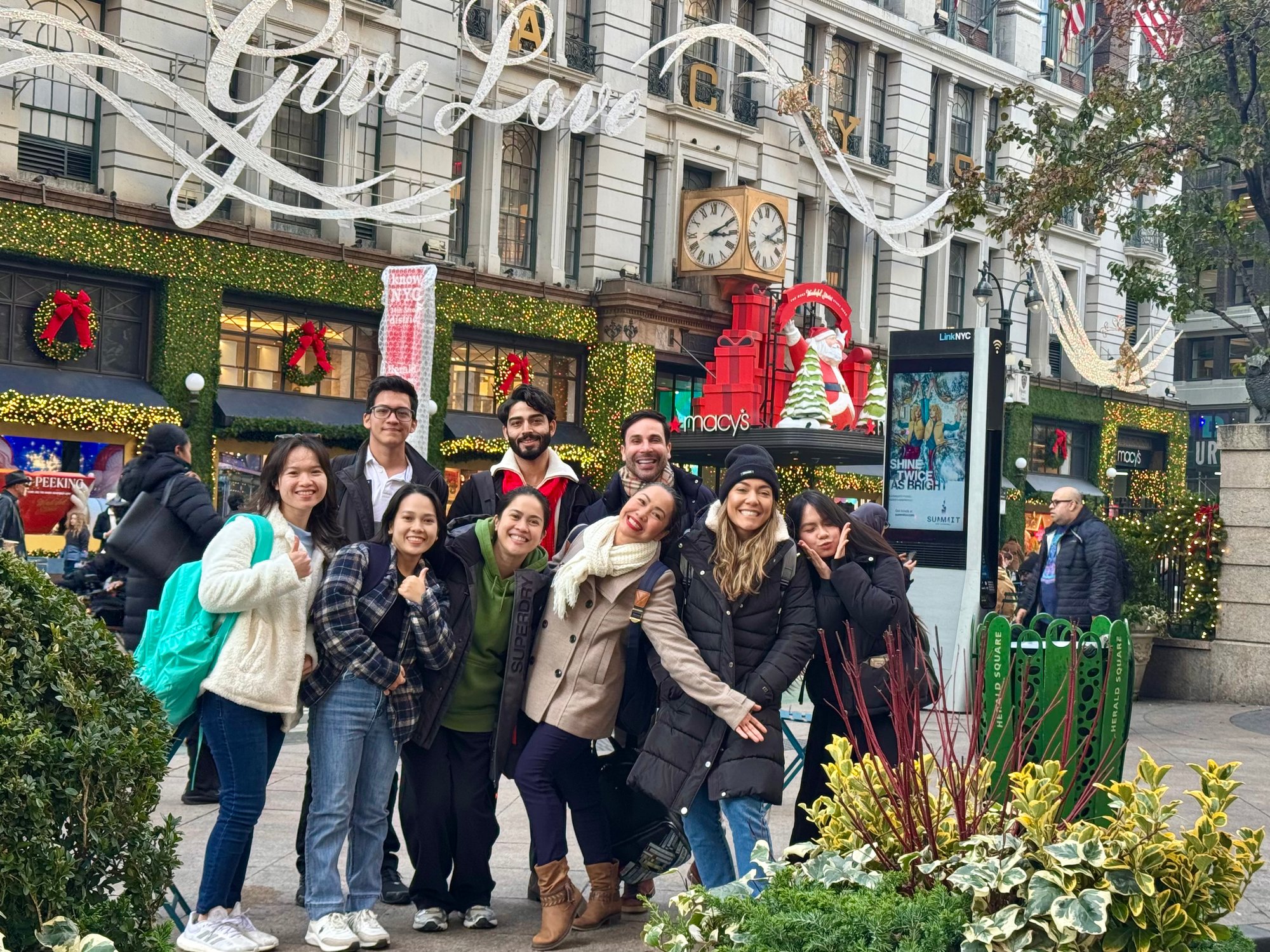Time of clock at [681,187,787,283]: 3:10
